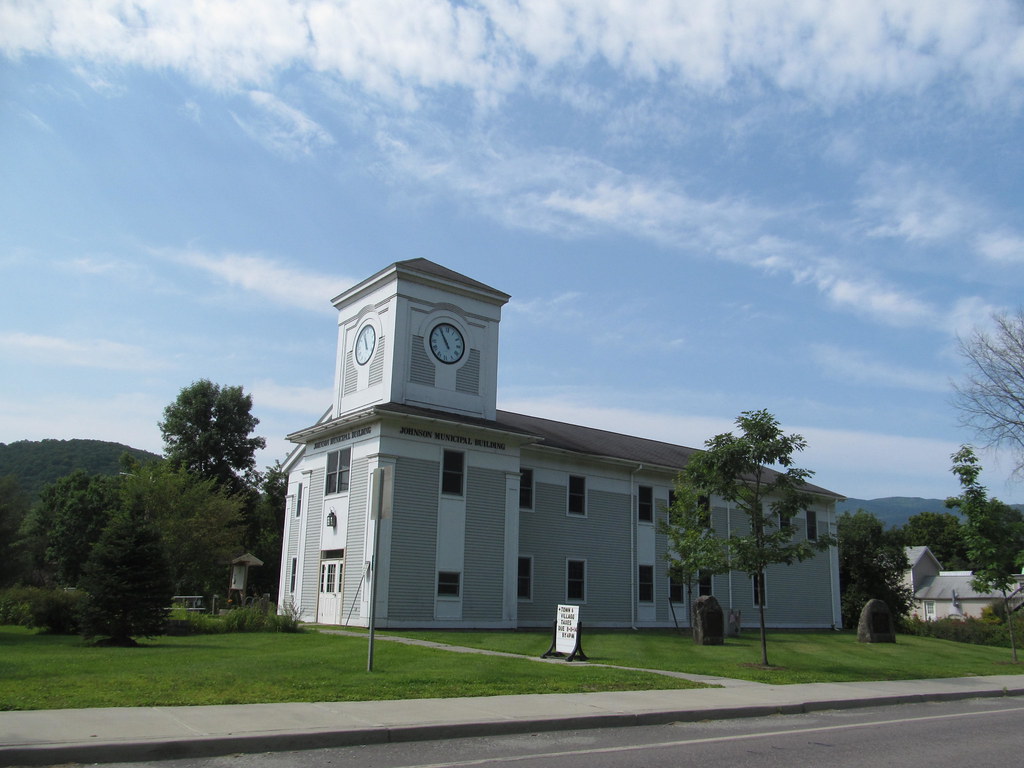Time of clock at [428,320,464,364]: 10:54
